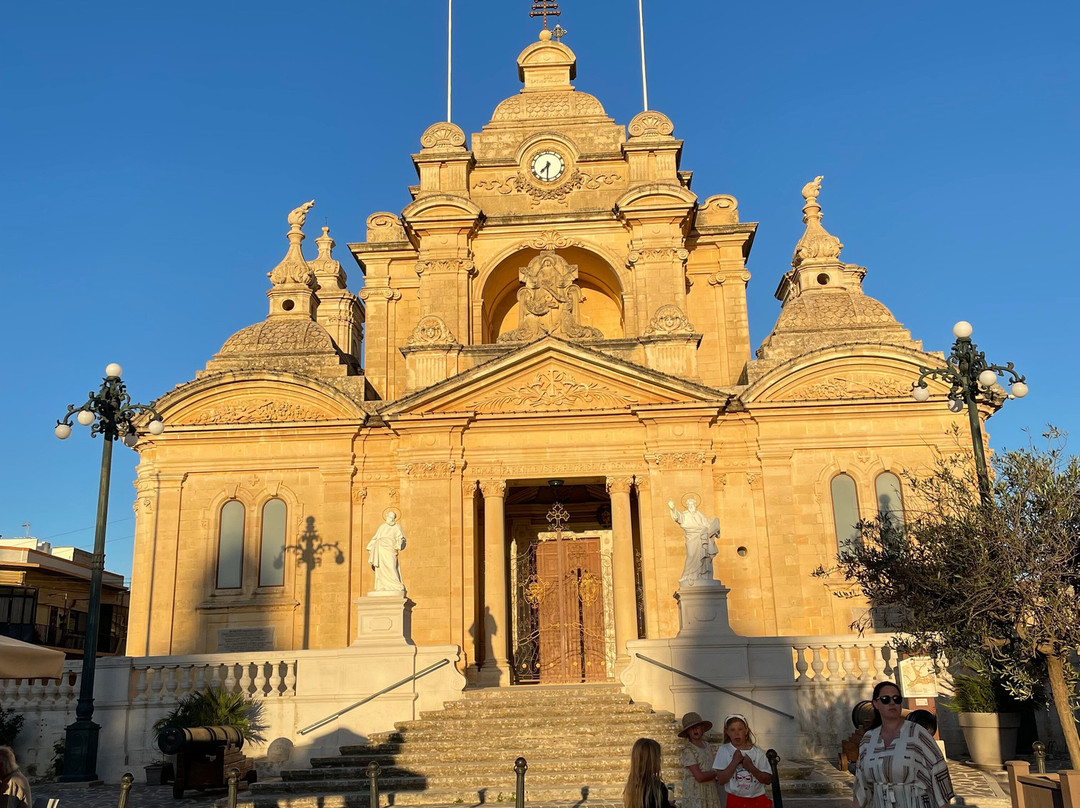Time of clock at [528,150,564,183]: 7:30
